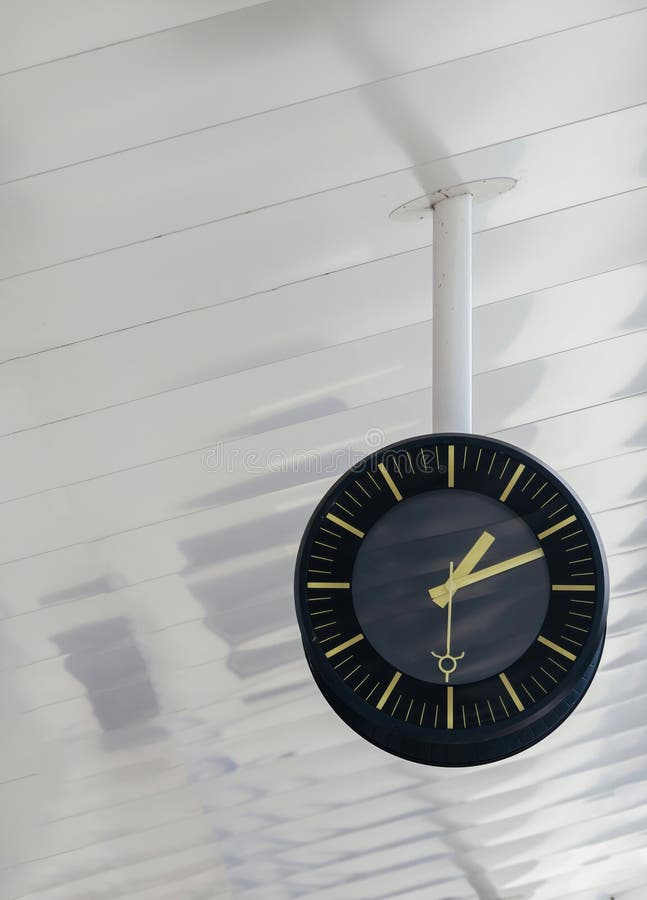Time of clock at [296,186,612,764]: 1:11
